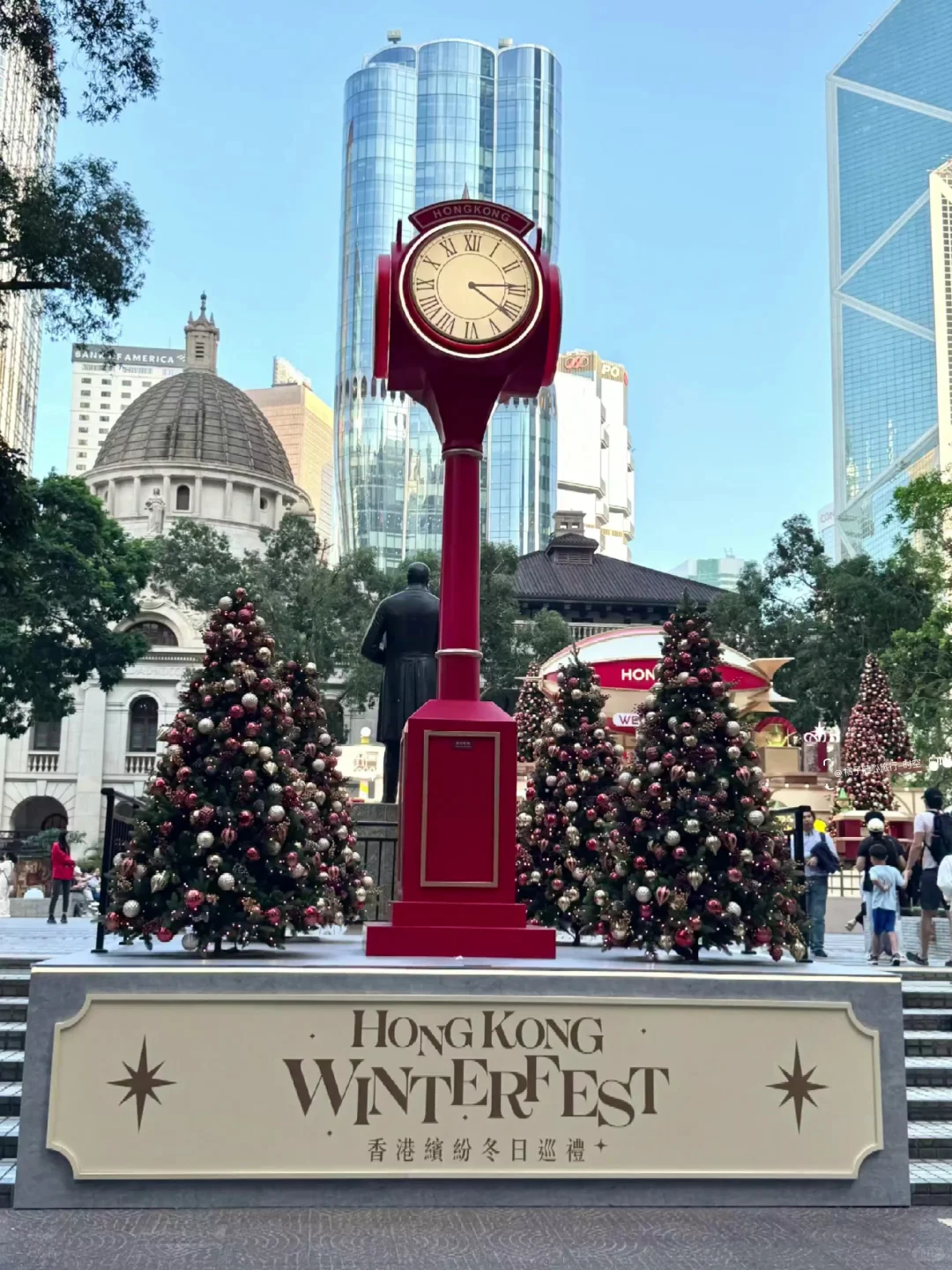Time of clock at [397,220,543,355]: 4:14
